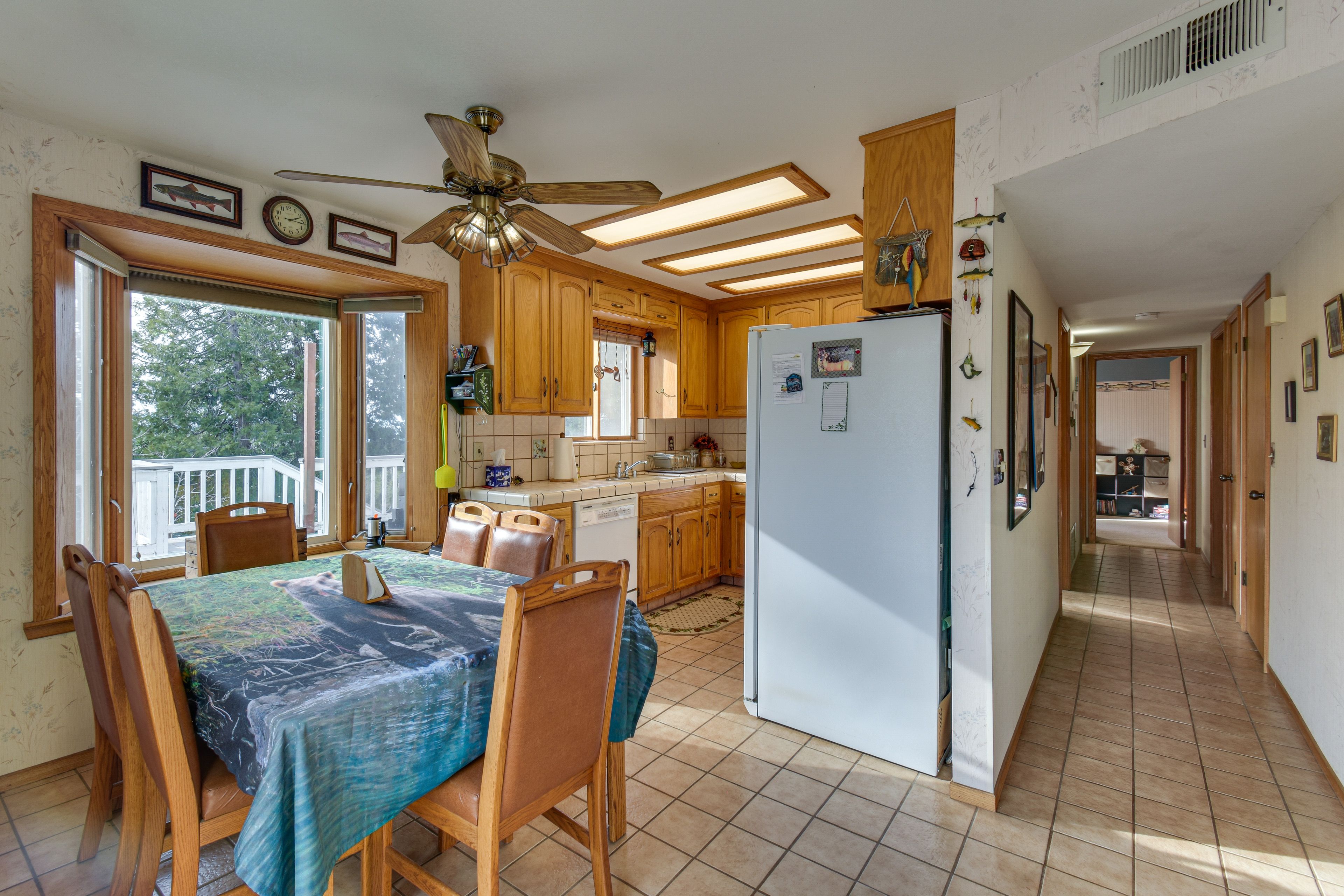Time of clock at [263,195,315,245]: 2:16
